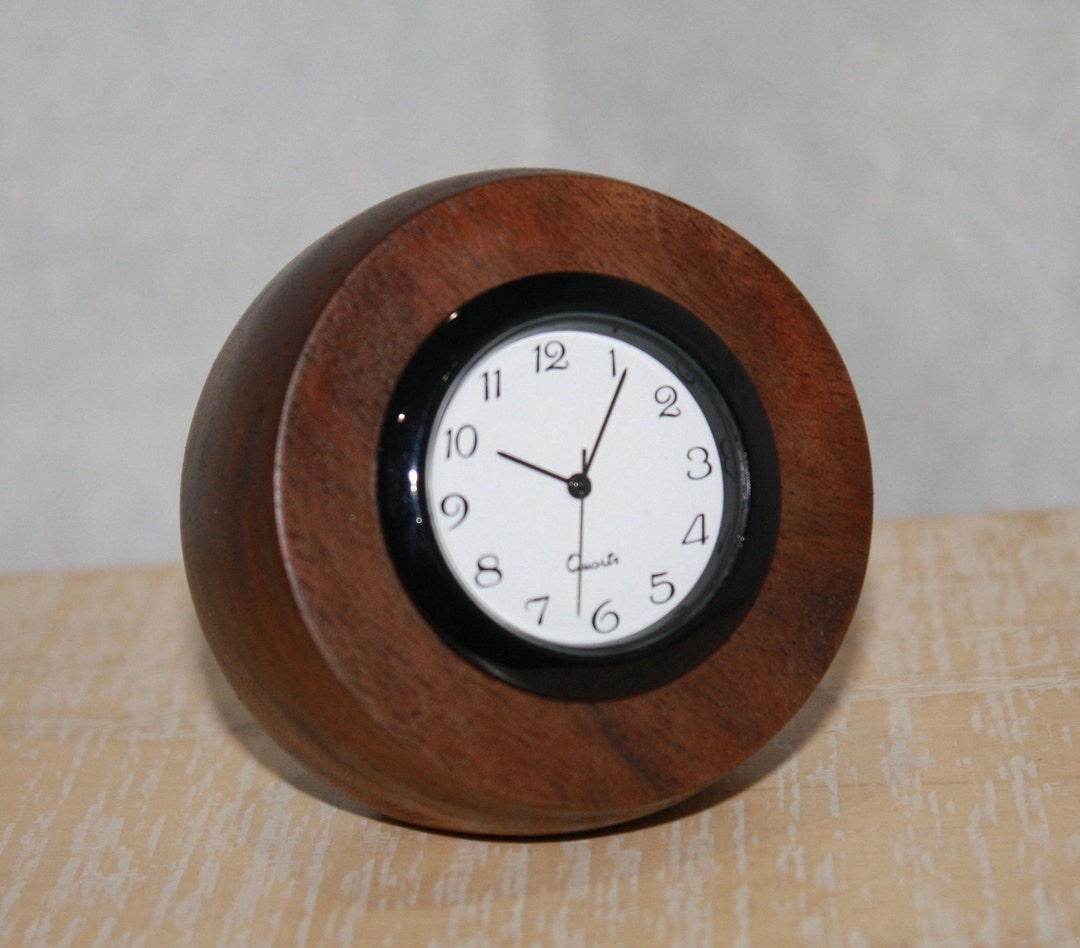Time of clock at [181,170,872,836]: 10:05
